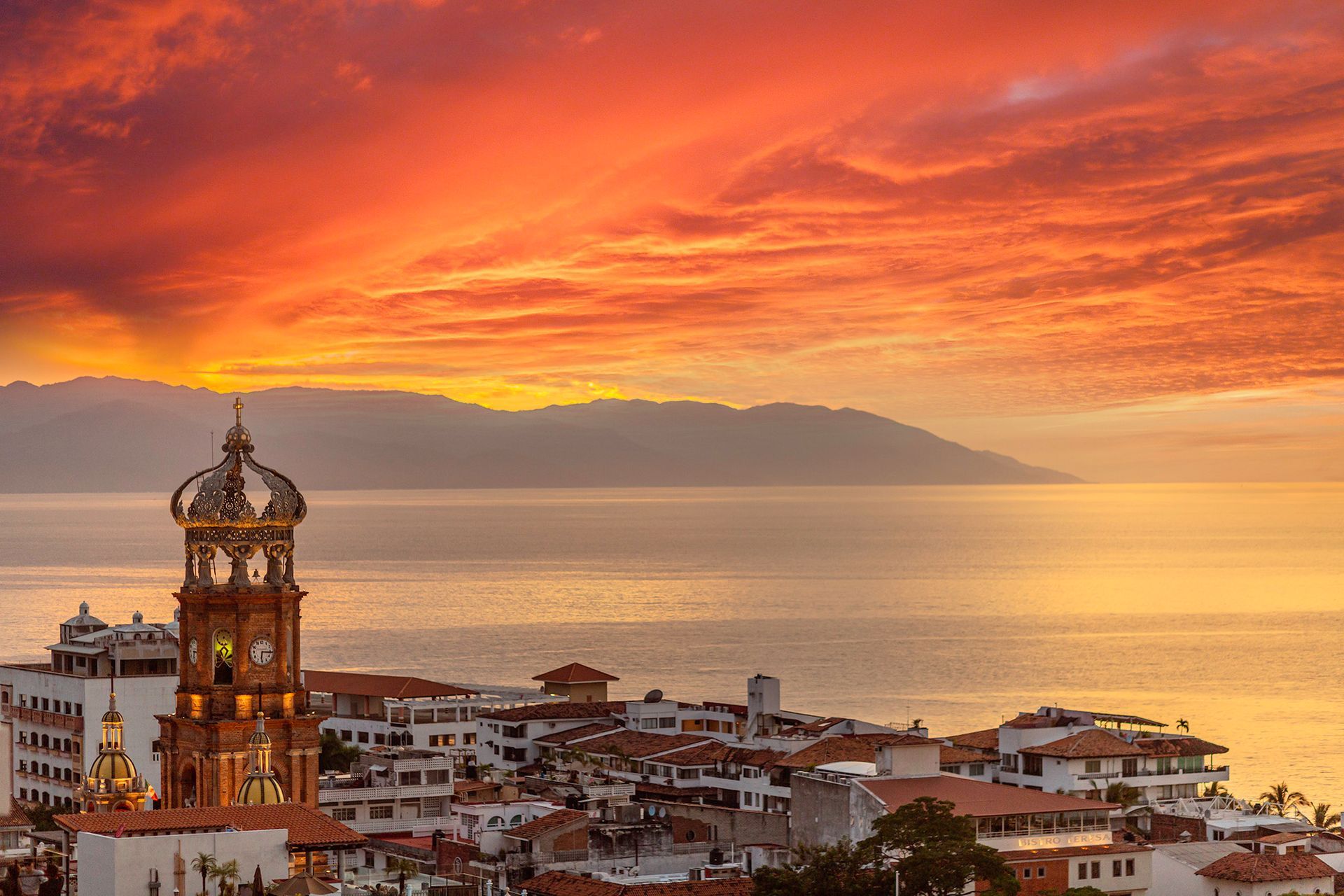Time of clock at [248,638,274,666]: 6:15
